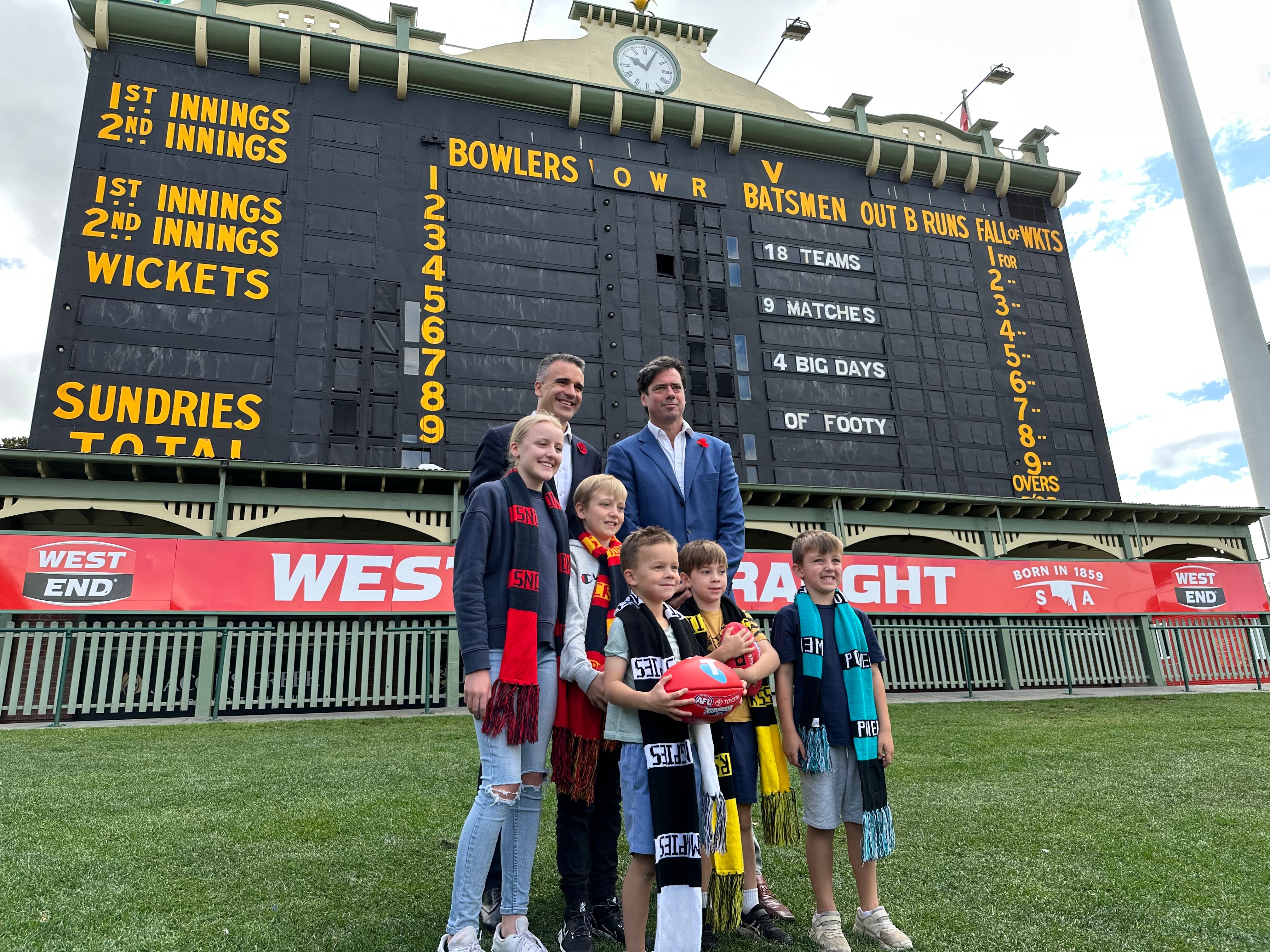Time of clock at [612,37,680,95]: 10:04
